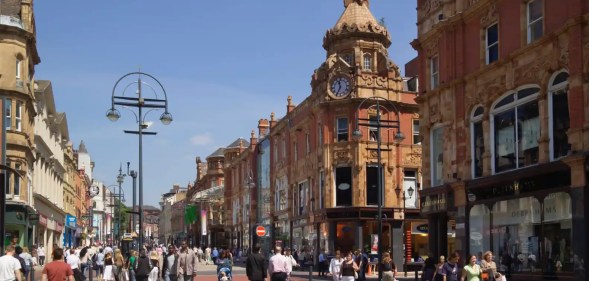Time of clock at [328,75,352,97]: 11:34
